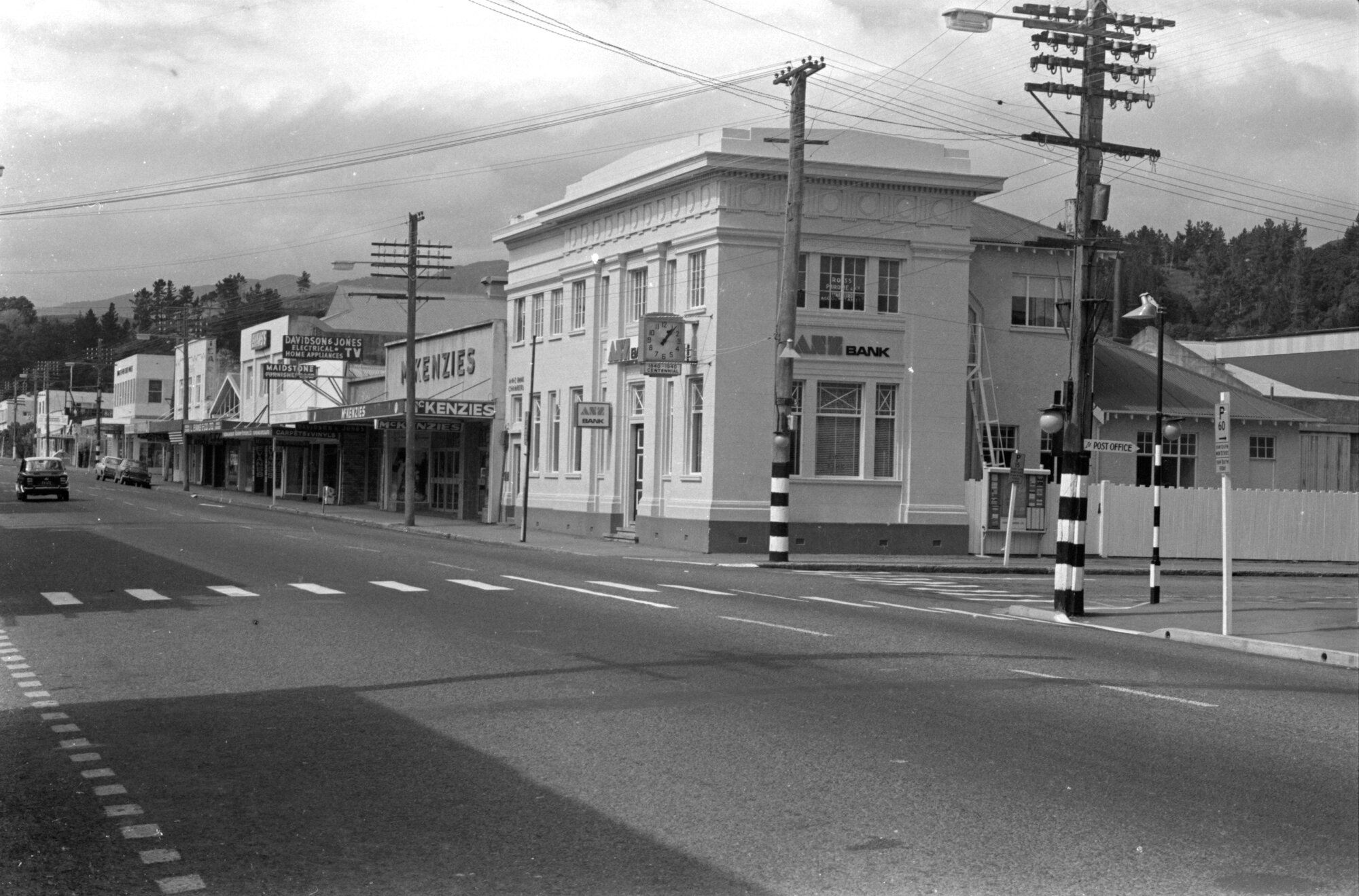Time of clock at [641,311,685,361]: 1:06
